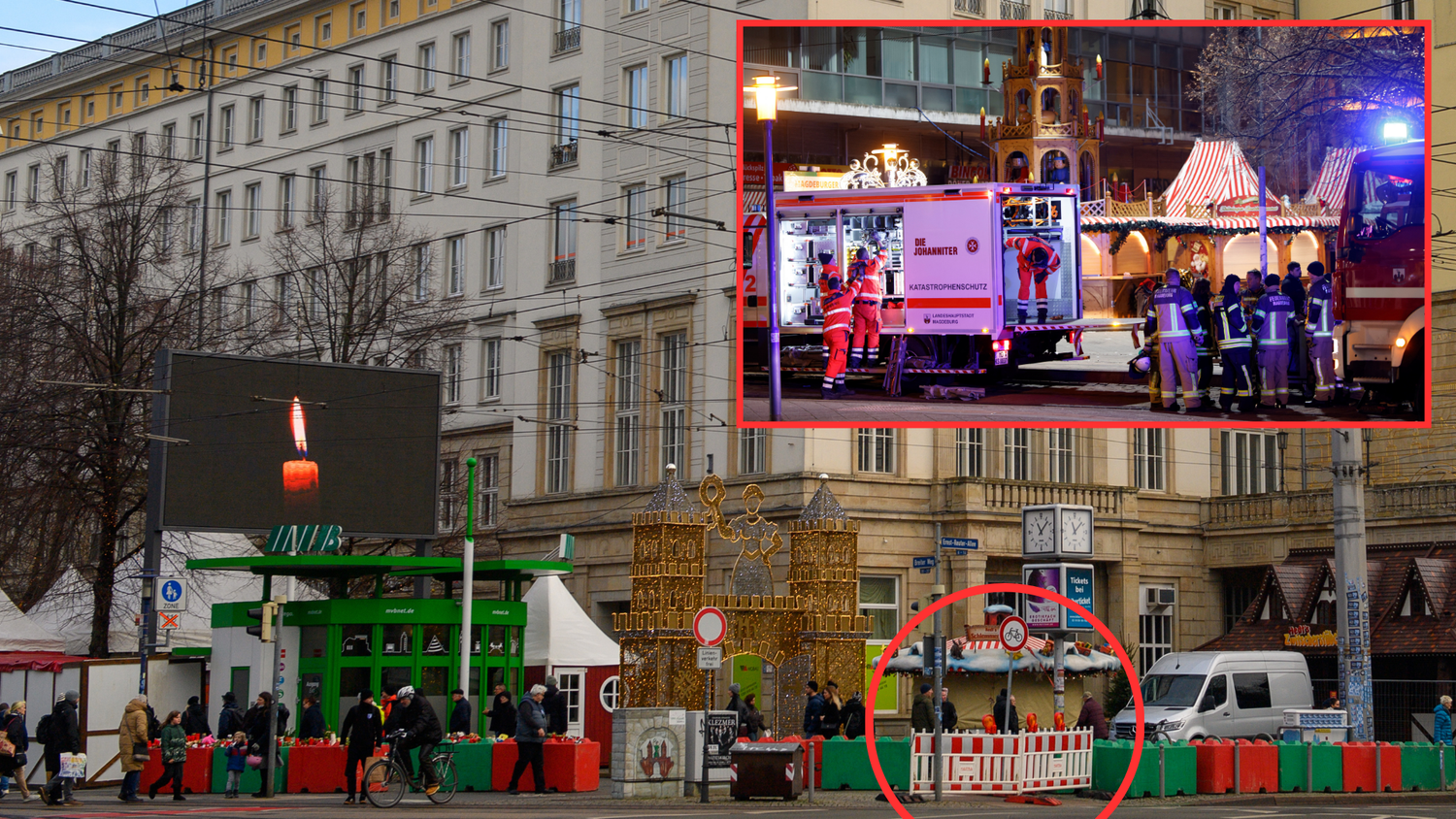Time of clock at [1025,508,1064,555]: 11:07
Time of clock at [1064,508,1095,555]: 11:07
